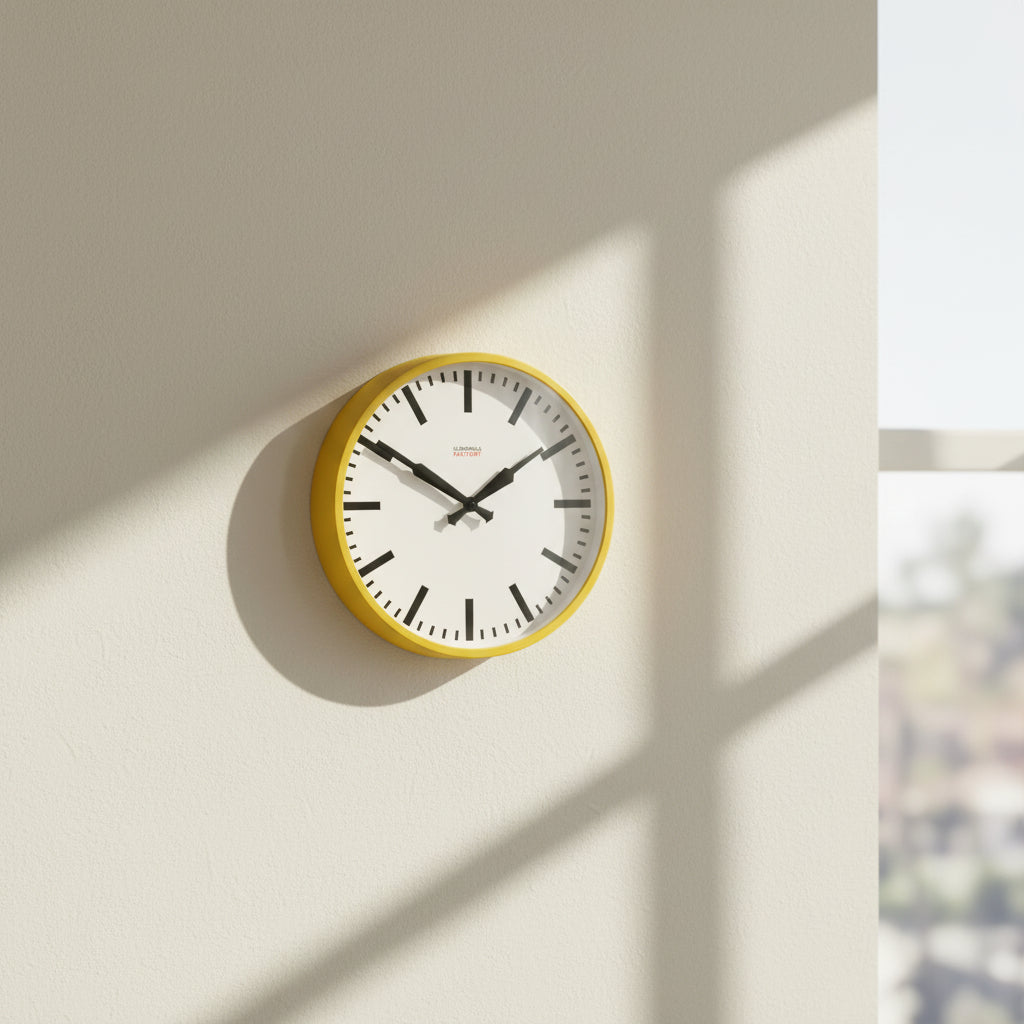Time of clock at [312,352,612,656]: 1:50
